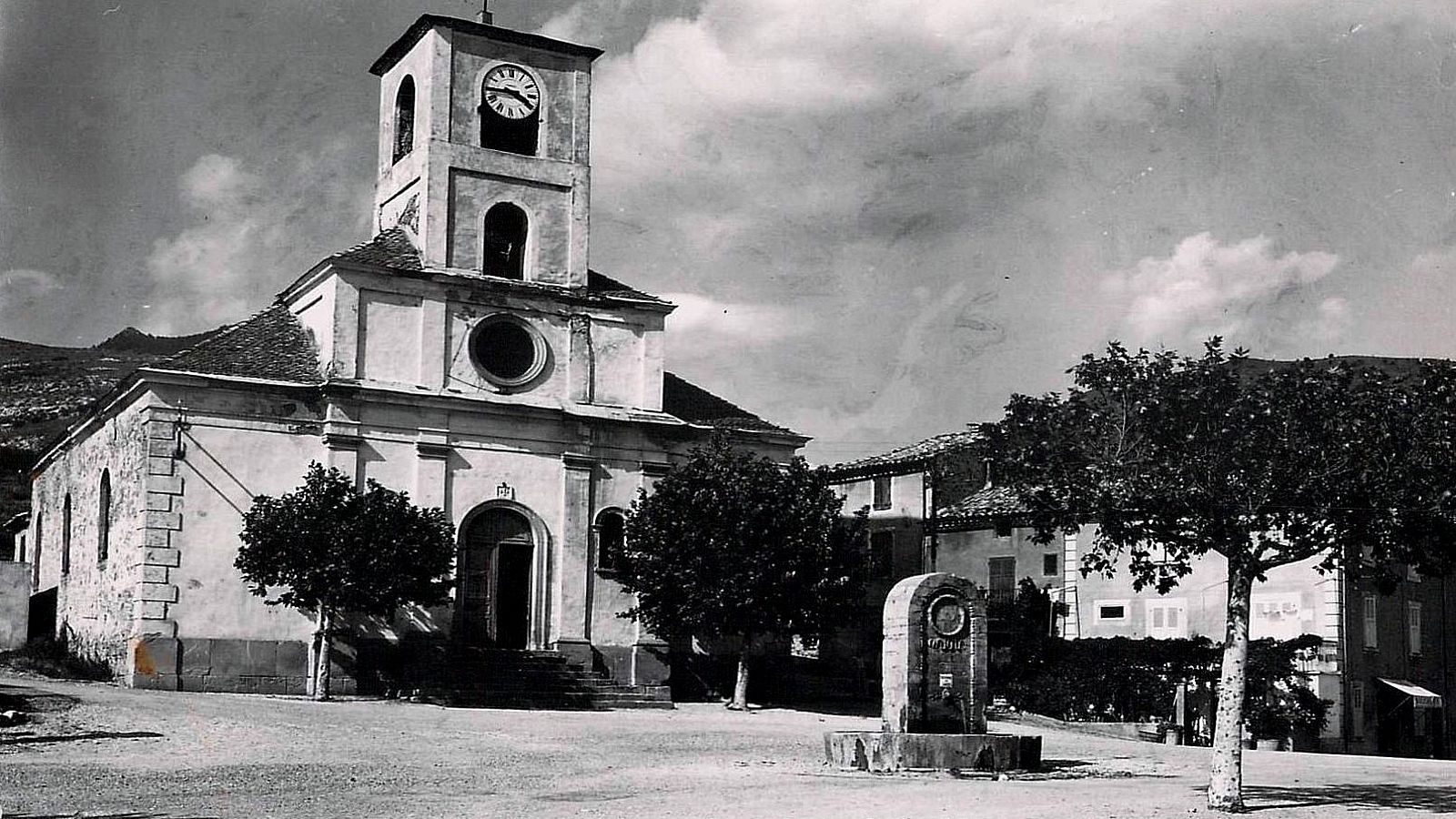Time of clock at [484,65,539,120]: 3:44
